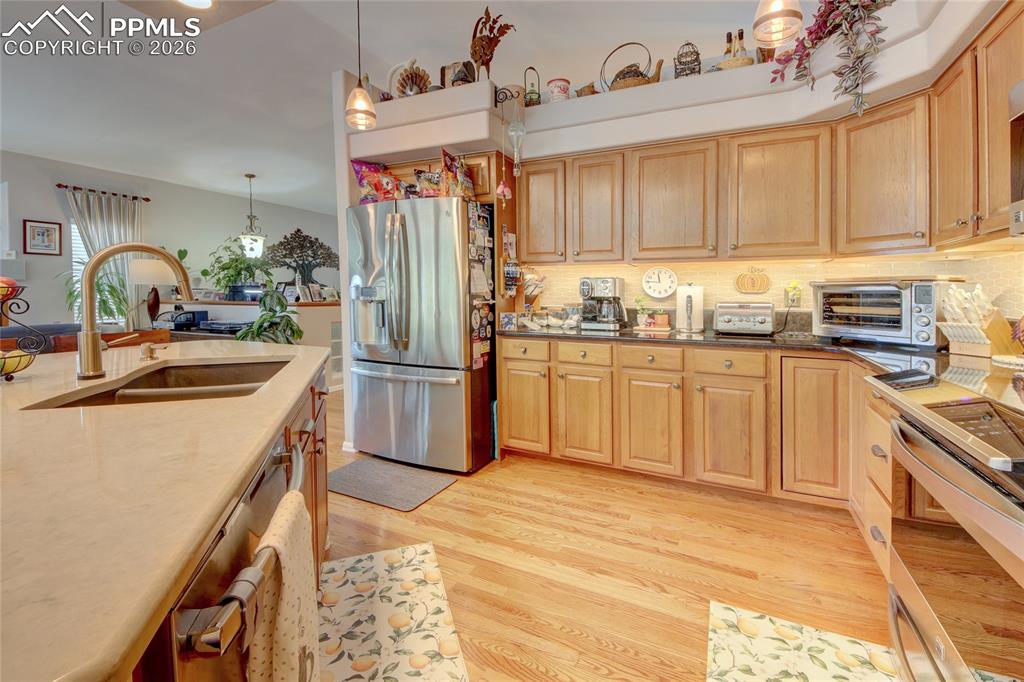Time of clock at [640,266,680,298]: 11:45
